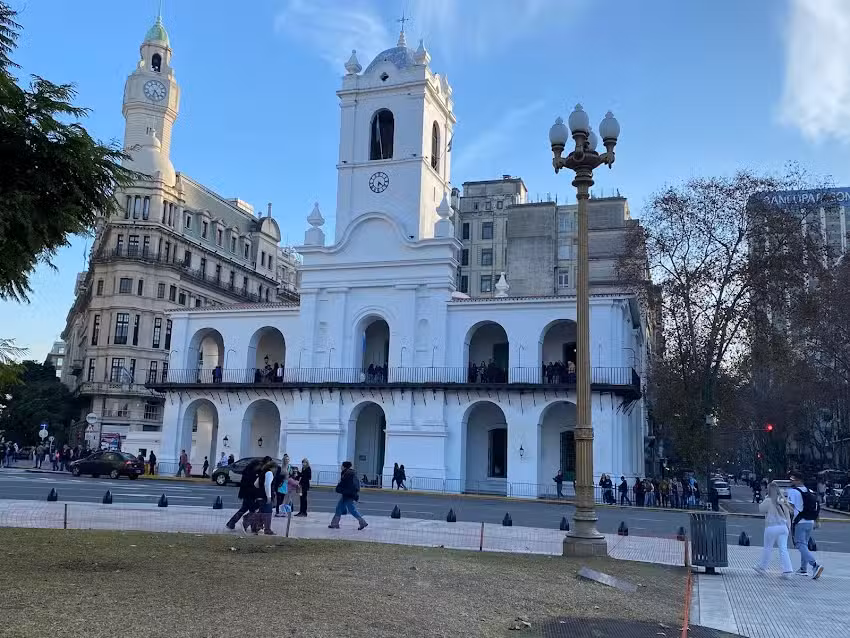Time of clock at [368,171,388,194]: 6:21
